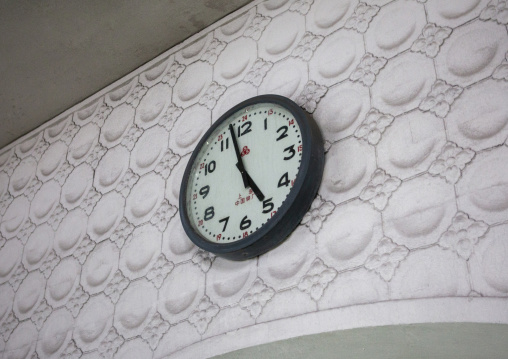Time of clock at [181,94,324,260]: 4:57
